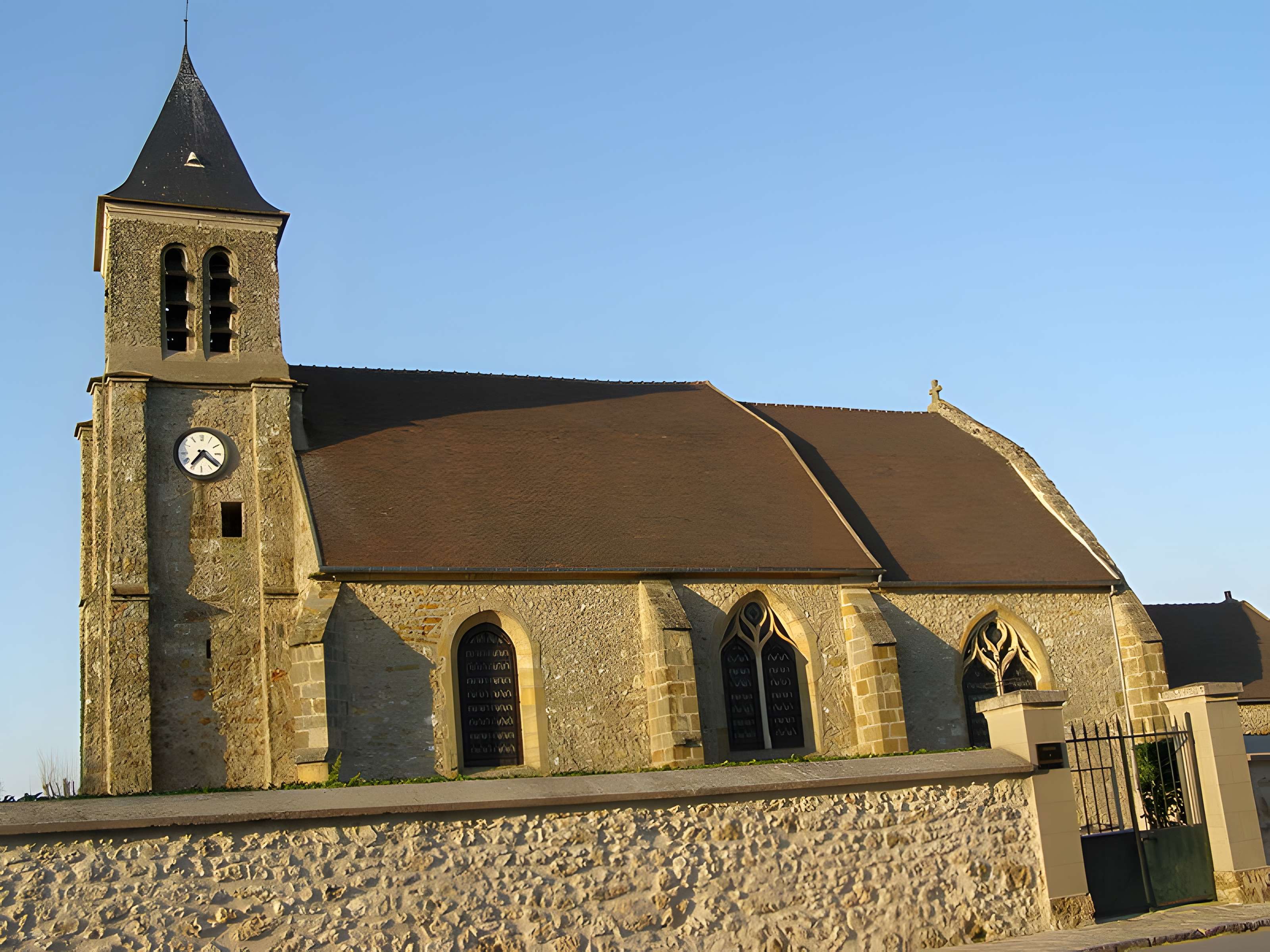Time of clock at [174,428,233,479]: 7:21
